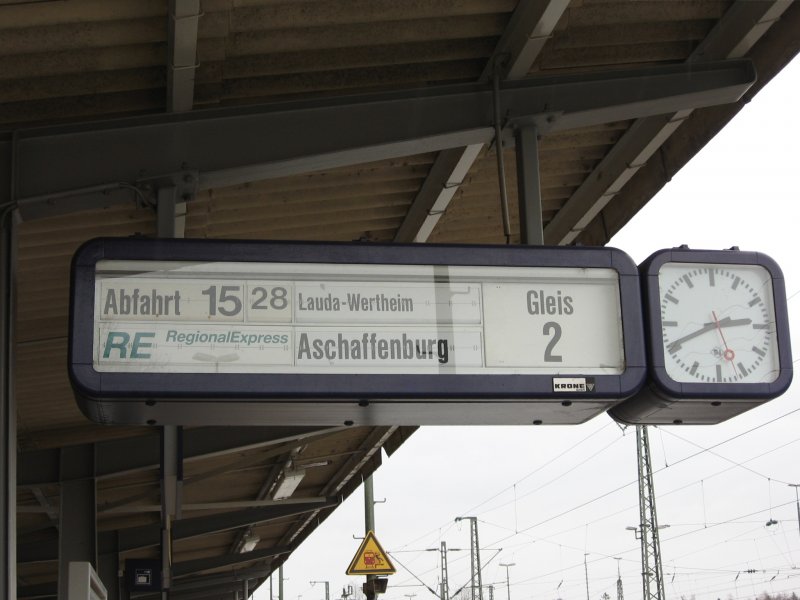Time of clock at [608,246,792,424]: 2:40
